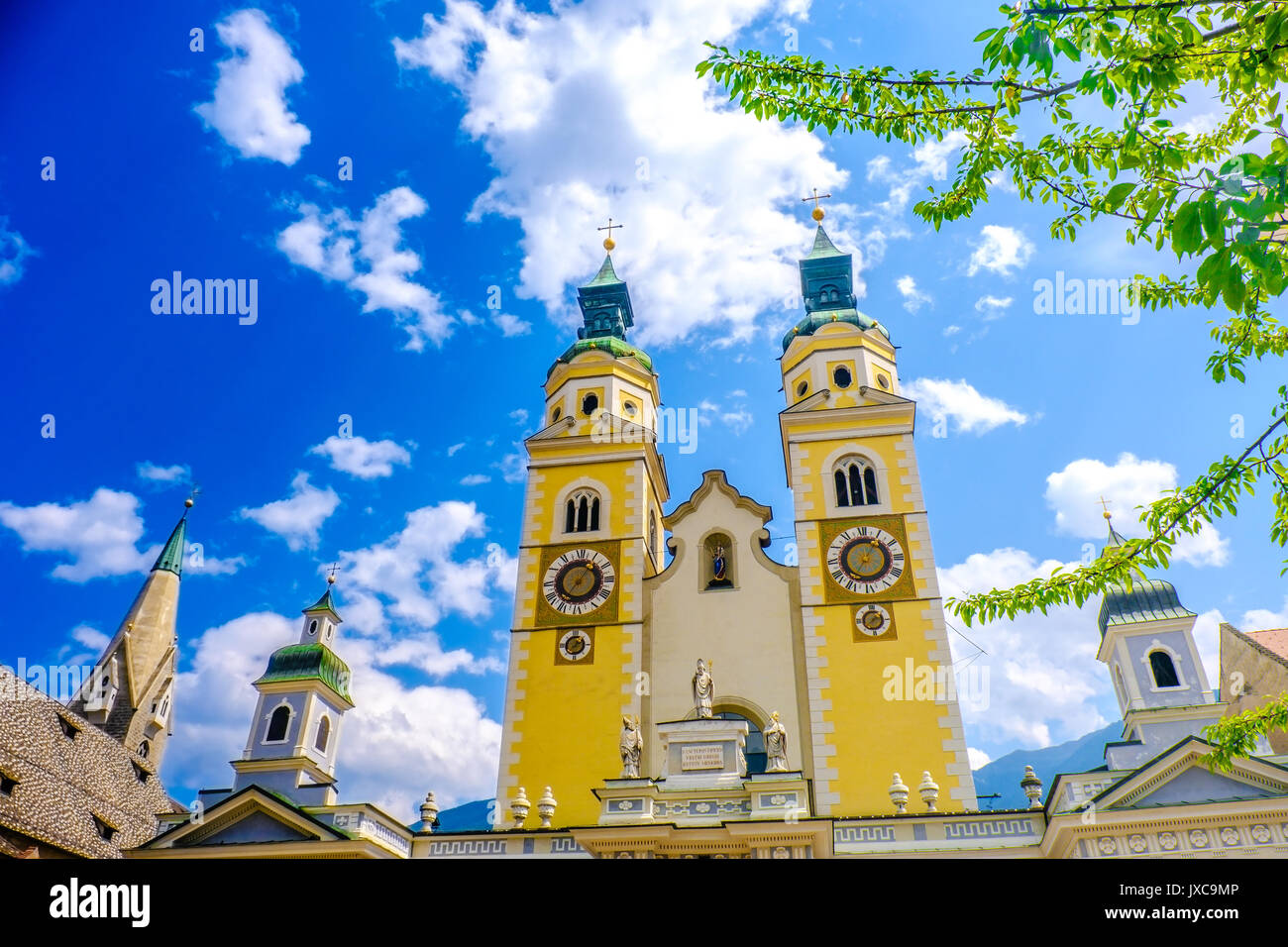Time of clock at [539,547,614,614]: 7:06
